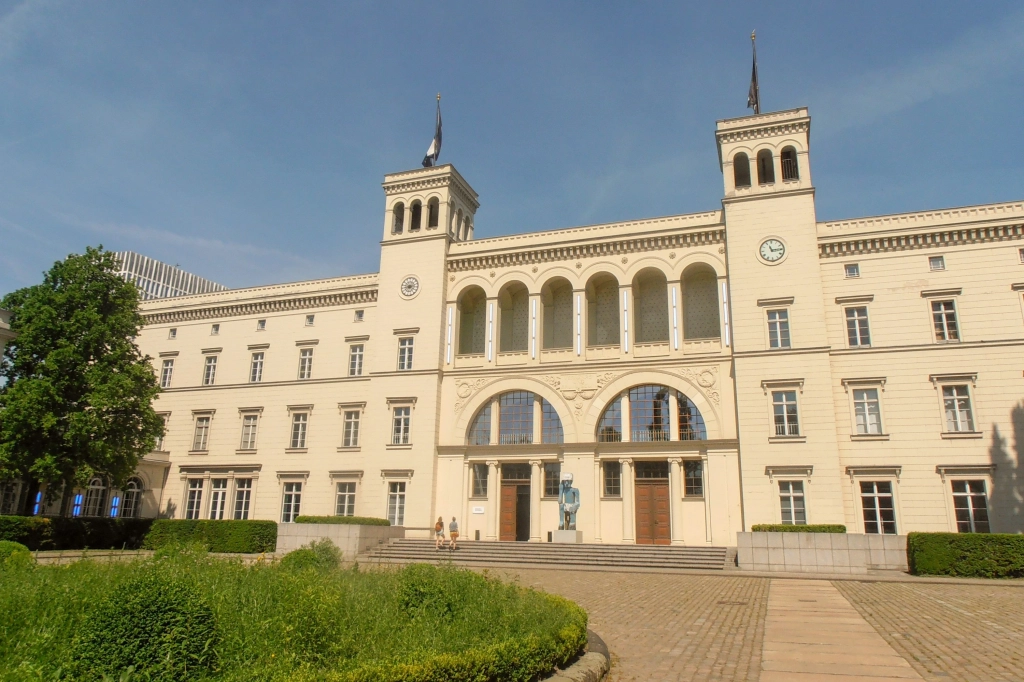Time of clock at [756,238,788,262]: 11:14
